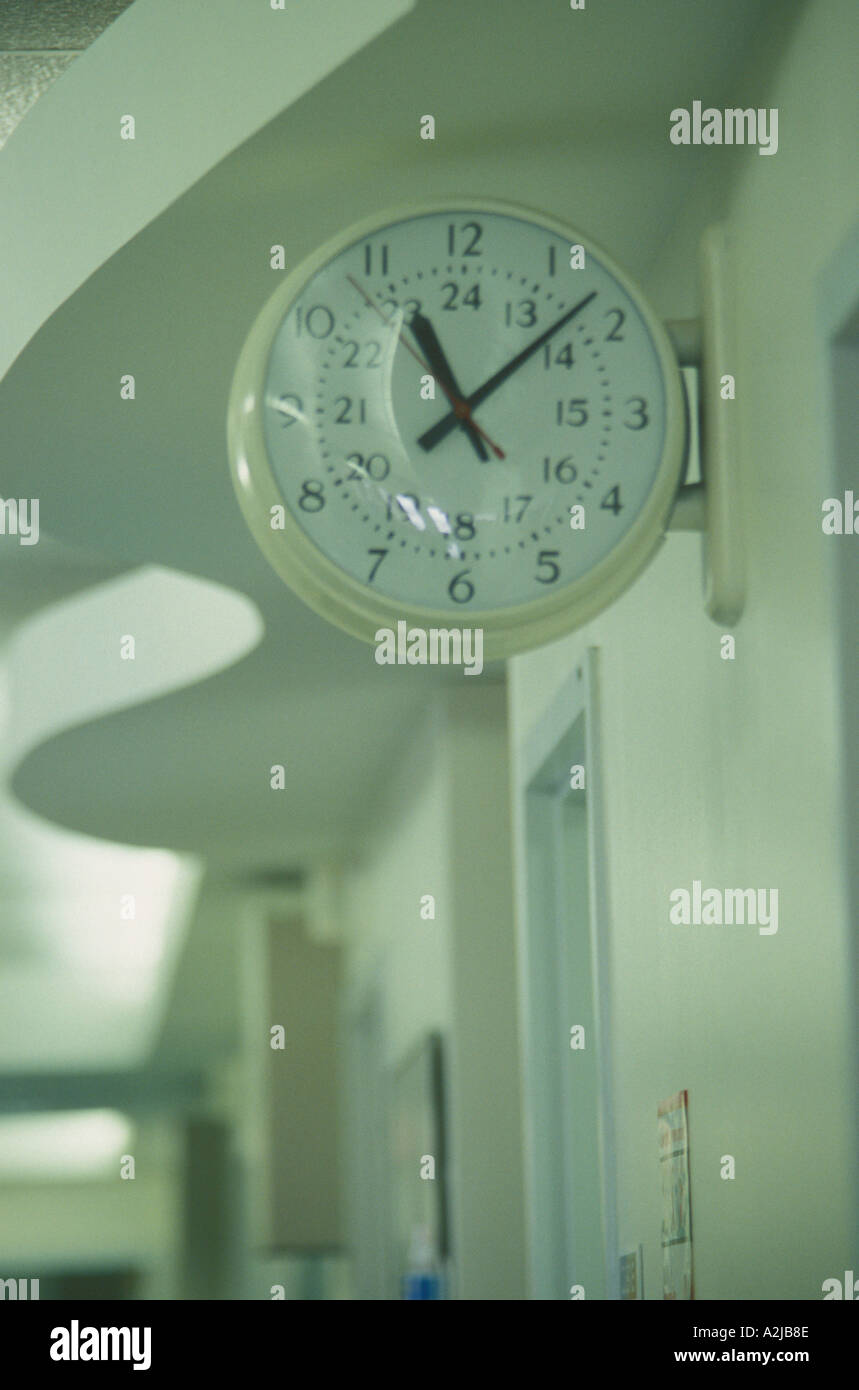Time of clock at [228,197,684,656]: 11:07
